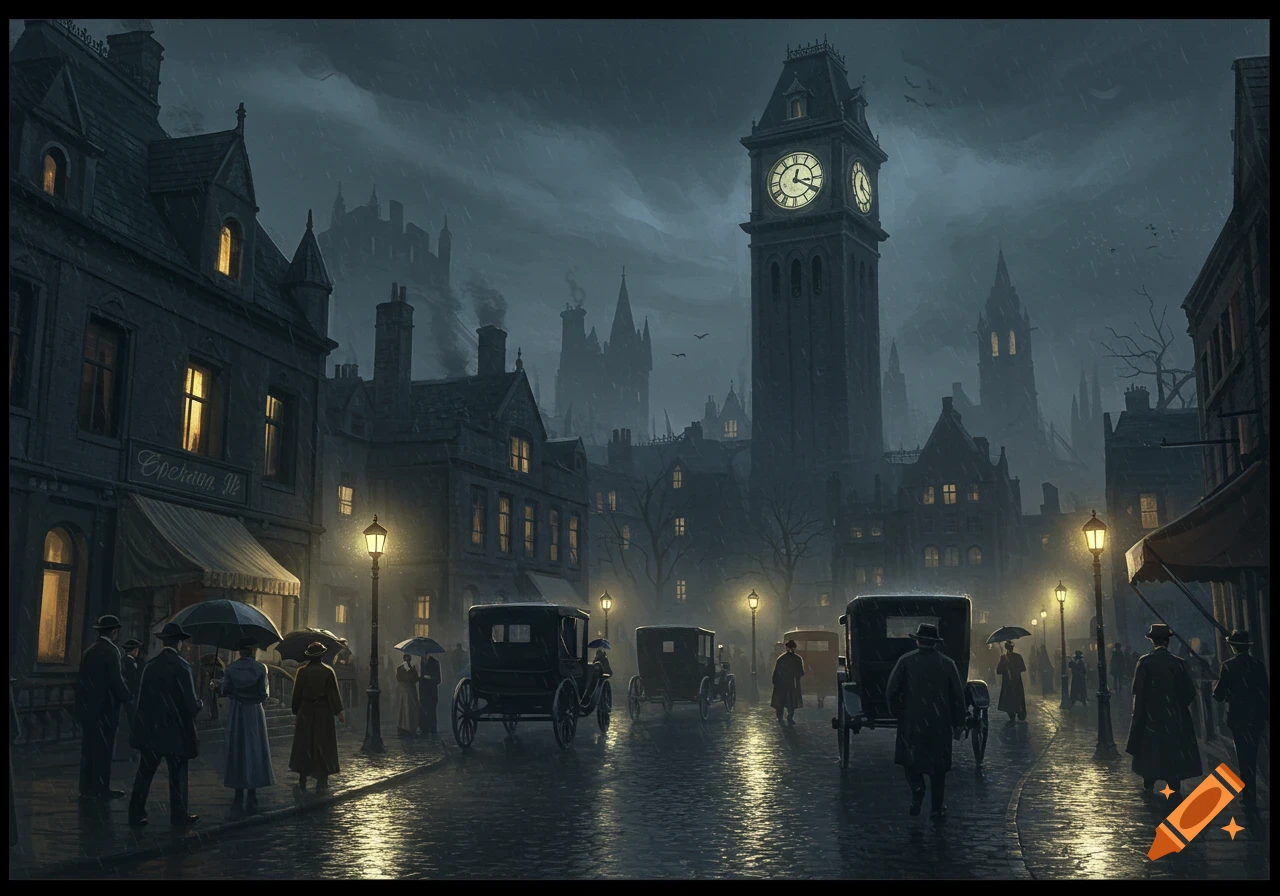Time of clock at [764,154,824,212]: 12:19
